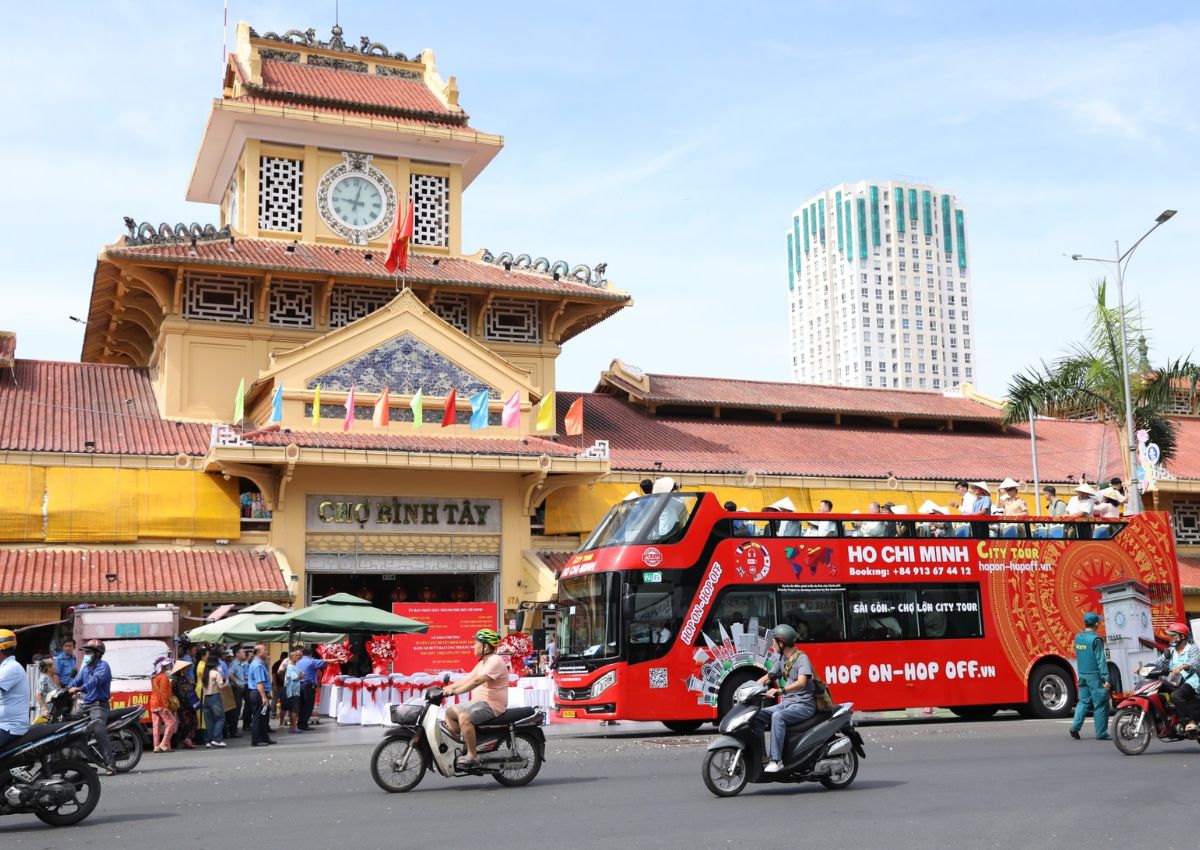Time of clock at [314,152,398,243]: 9:02
